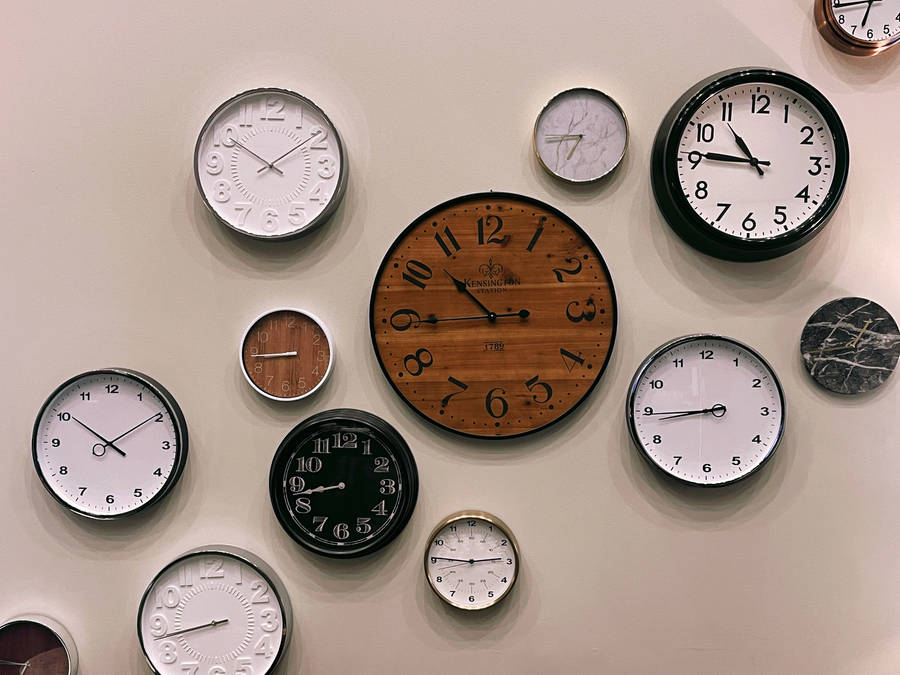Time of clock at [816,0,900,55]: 6:43
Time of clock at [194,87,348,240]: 10:09
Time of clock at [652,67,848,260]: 10:45
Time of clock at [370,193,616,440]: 10:44
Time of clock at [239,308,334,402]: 8:44
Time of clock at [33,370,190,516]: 10:09
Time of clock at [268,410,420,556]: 8:42
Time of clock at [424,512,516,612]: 2:45
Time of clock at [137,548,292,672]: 8:43
